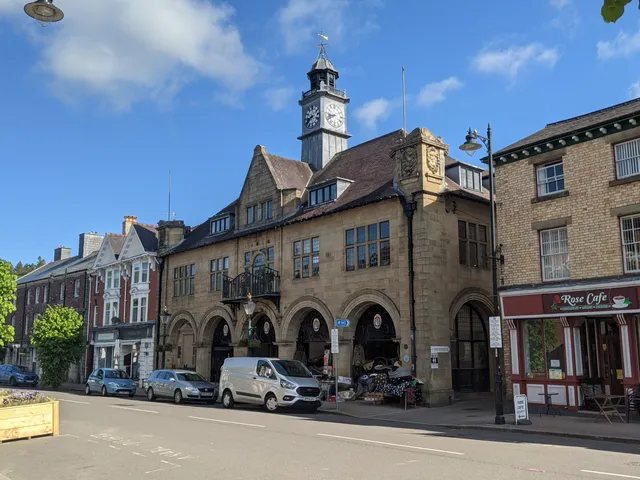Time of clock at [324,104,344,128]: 8:40
